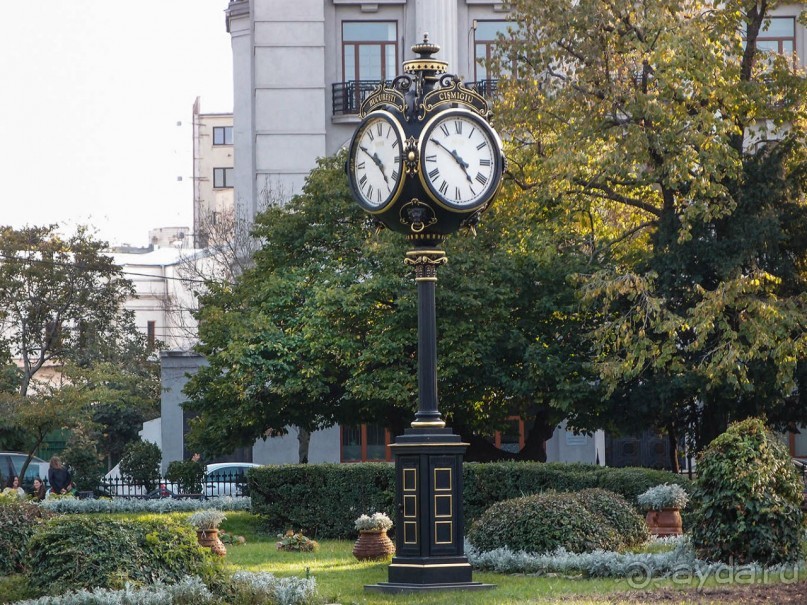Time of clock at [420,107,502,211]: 4:50
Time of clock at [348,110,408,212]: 4:50
